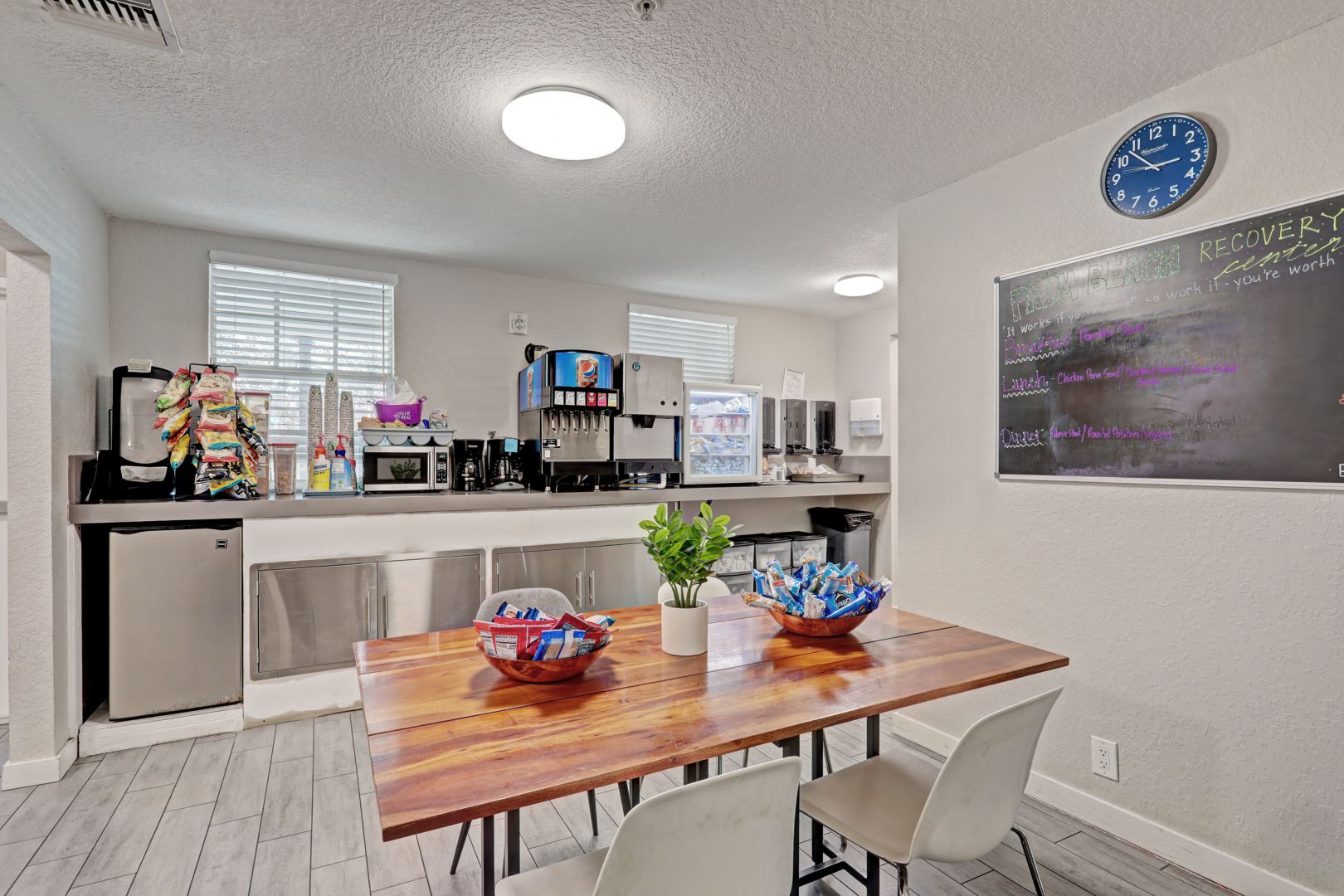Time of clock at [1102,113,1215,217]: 2:52
